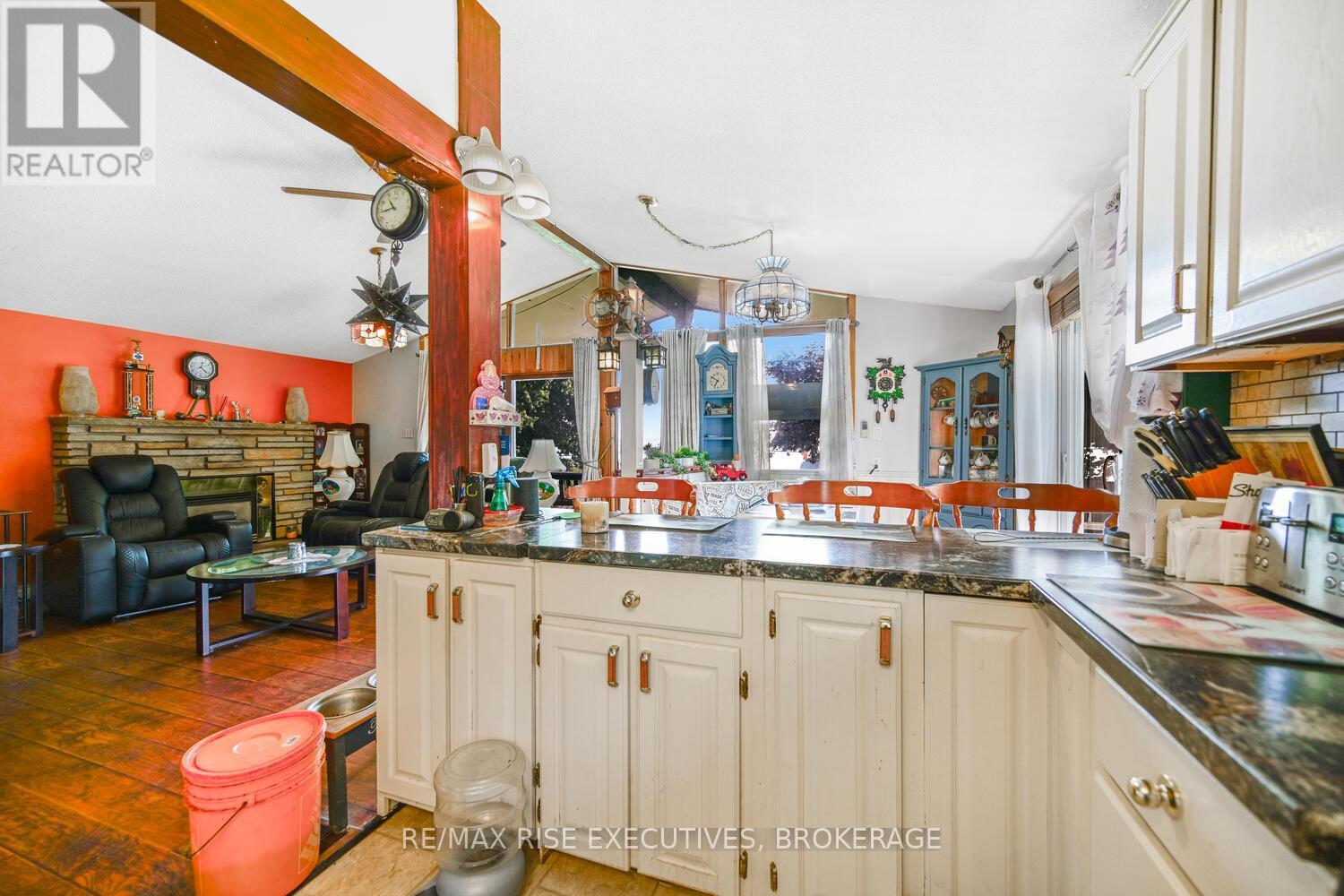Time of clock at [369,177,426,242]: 10:43
